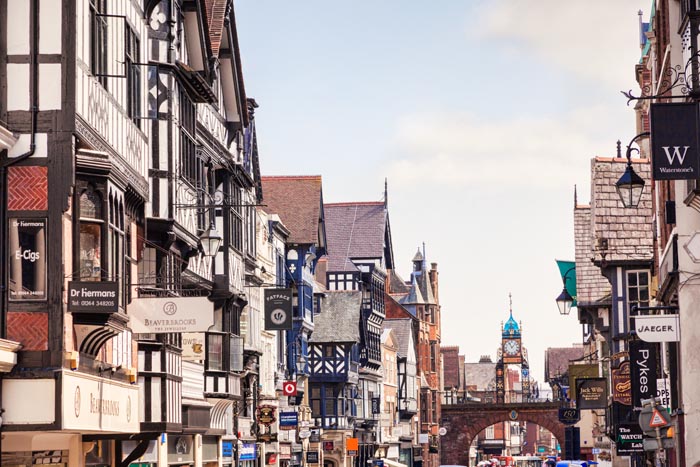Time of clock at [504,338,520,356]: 11:07
